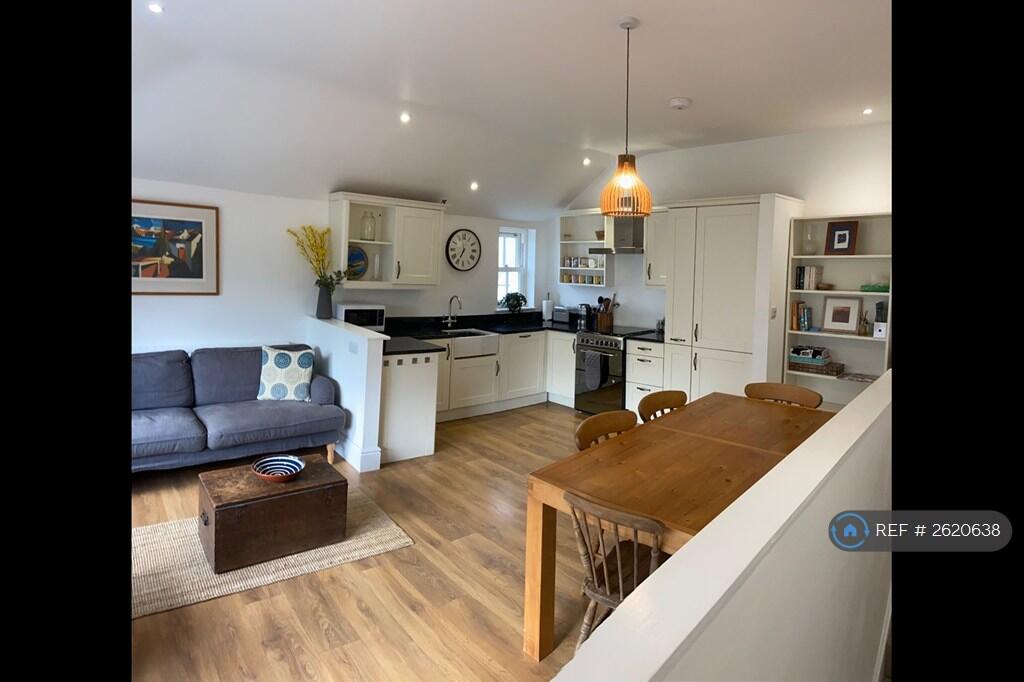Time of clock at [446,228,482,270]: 6:58
